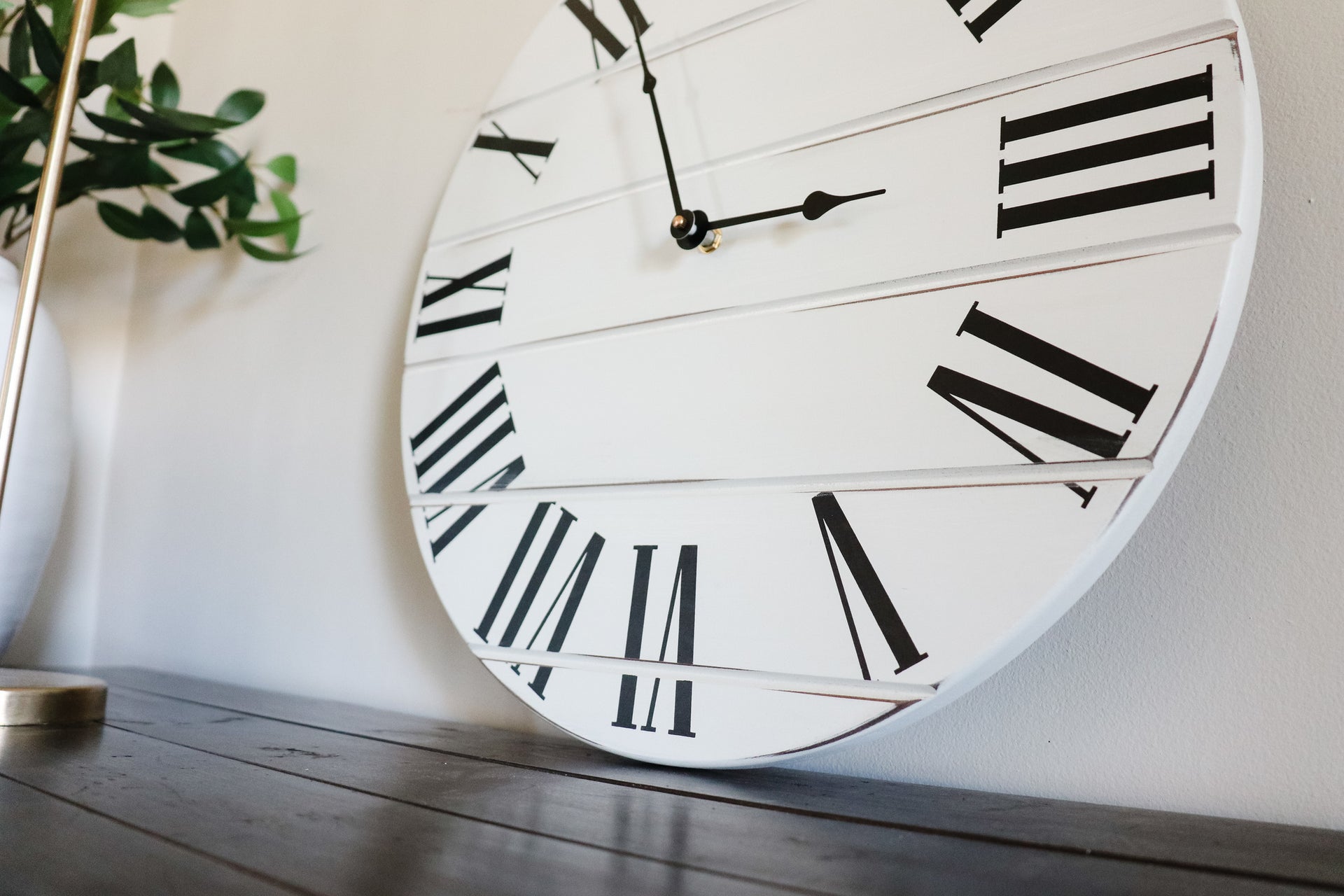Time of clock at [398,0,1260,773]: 2:56
